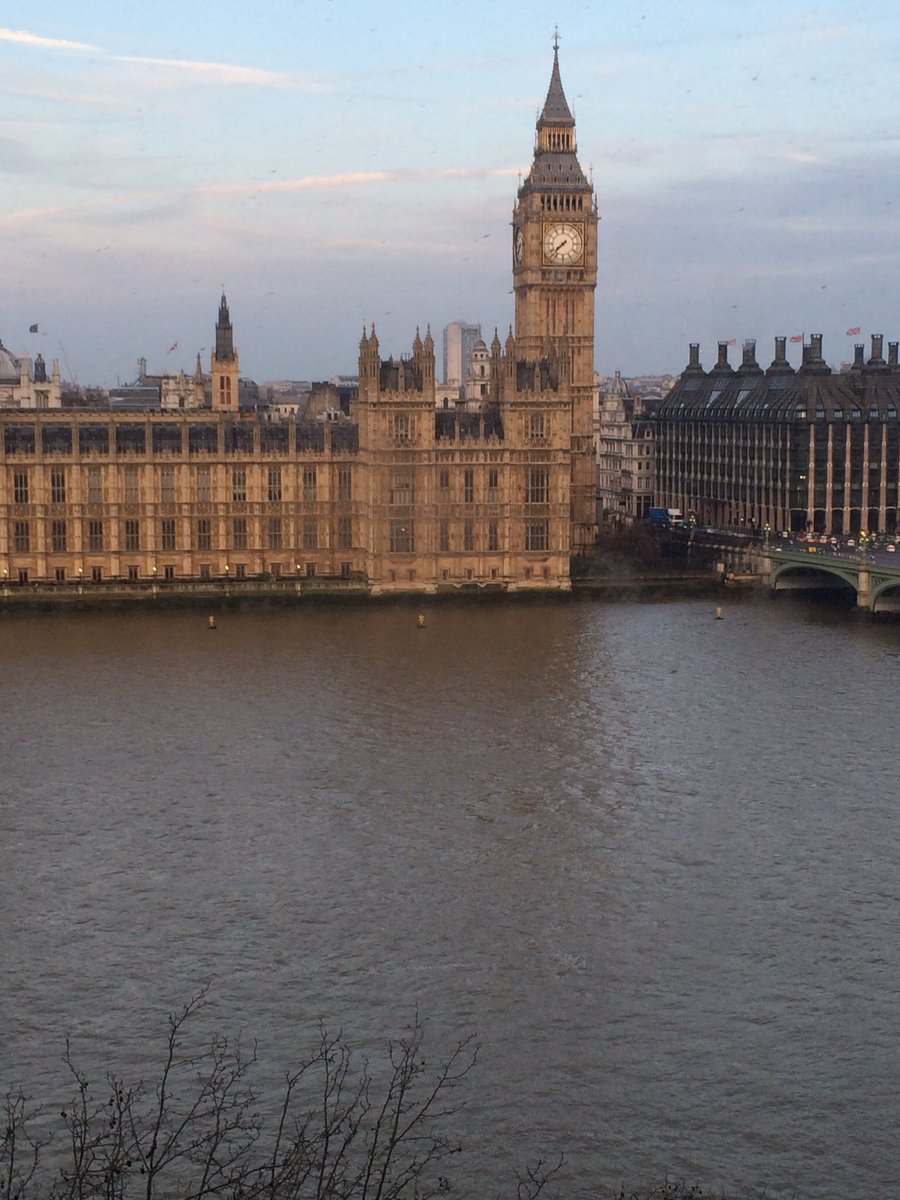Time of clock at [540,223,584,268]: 7:37
